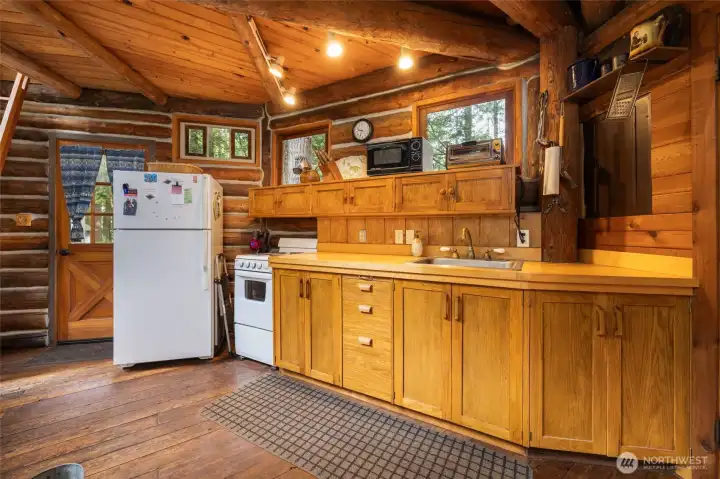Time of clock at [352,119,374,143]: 9:34
